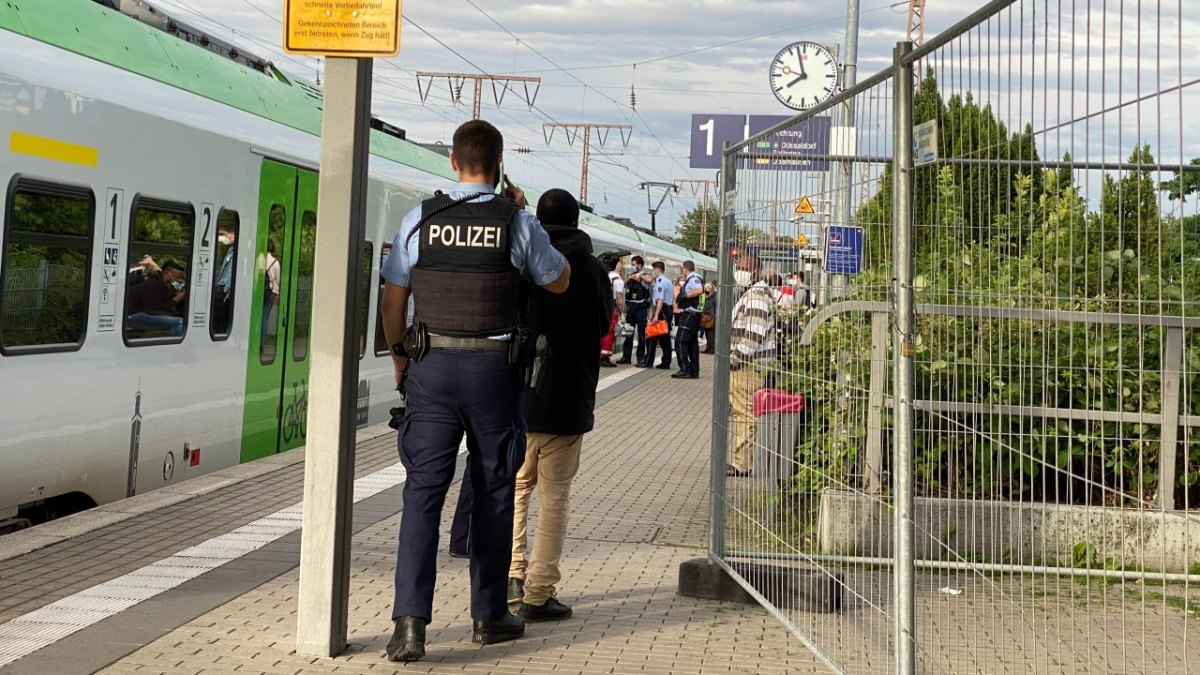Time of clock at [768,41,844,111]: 7:57
